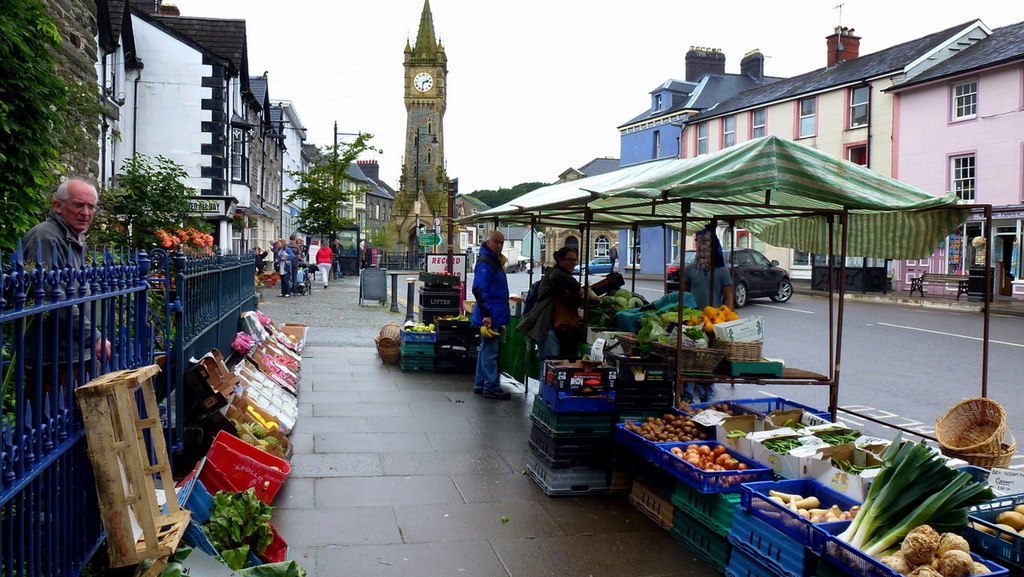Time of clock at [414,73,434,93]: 2:31
